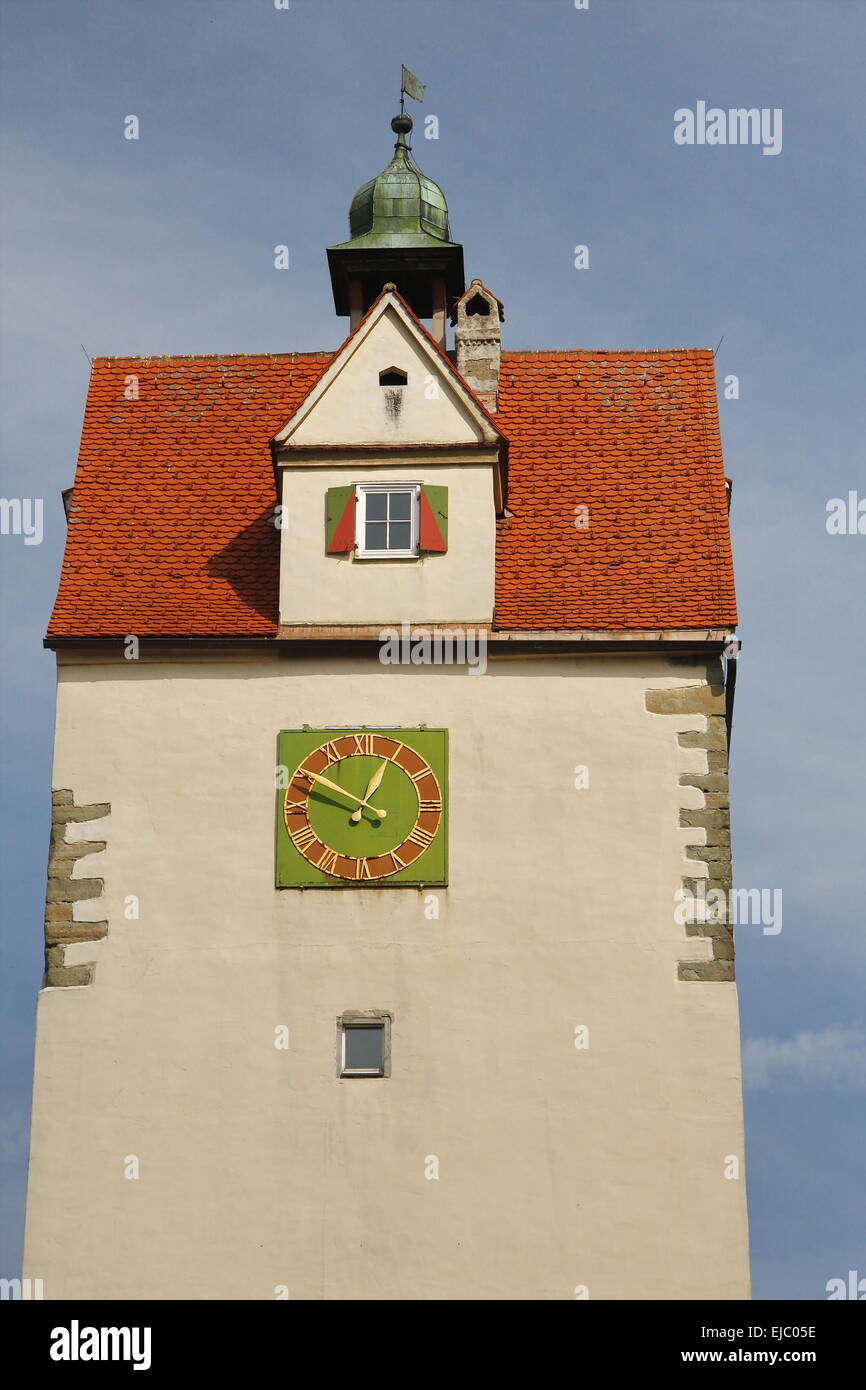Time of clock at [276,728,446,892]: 12:49
